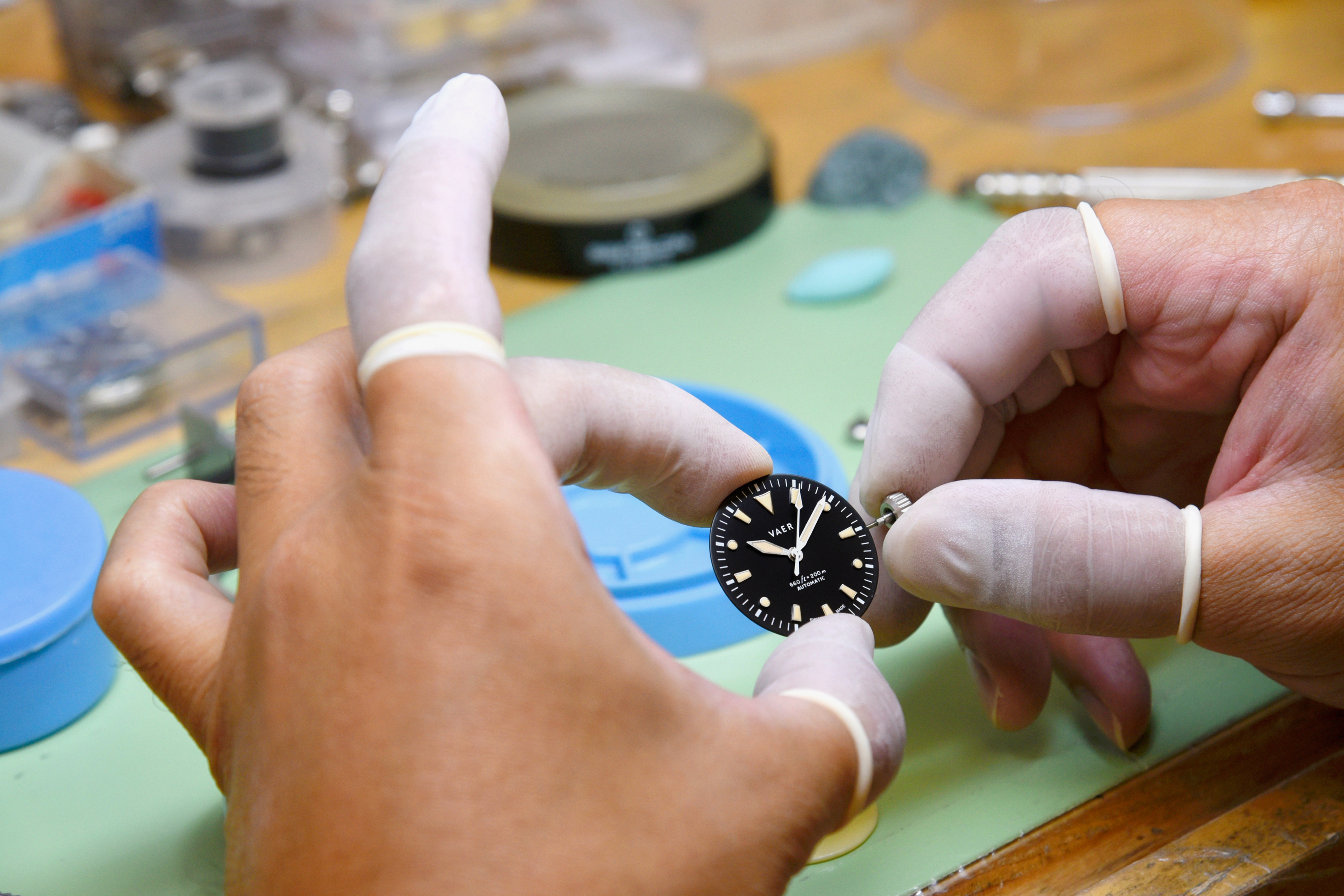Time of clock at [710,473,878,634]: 9:04
